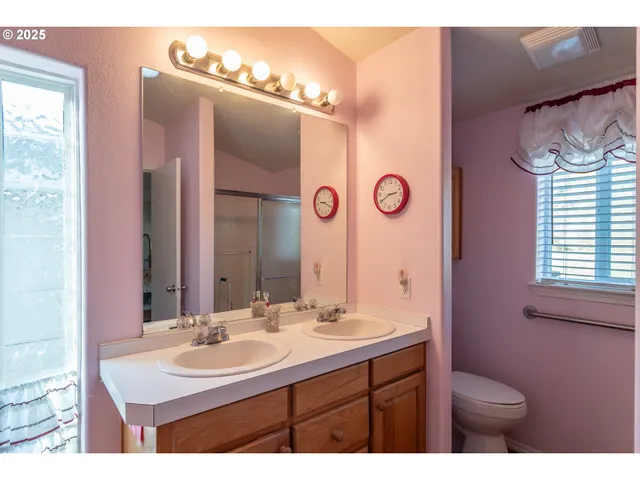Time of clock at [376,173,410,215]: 2:40
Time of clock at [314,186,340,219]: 9:20
